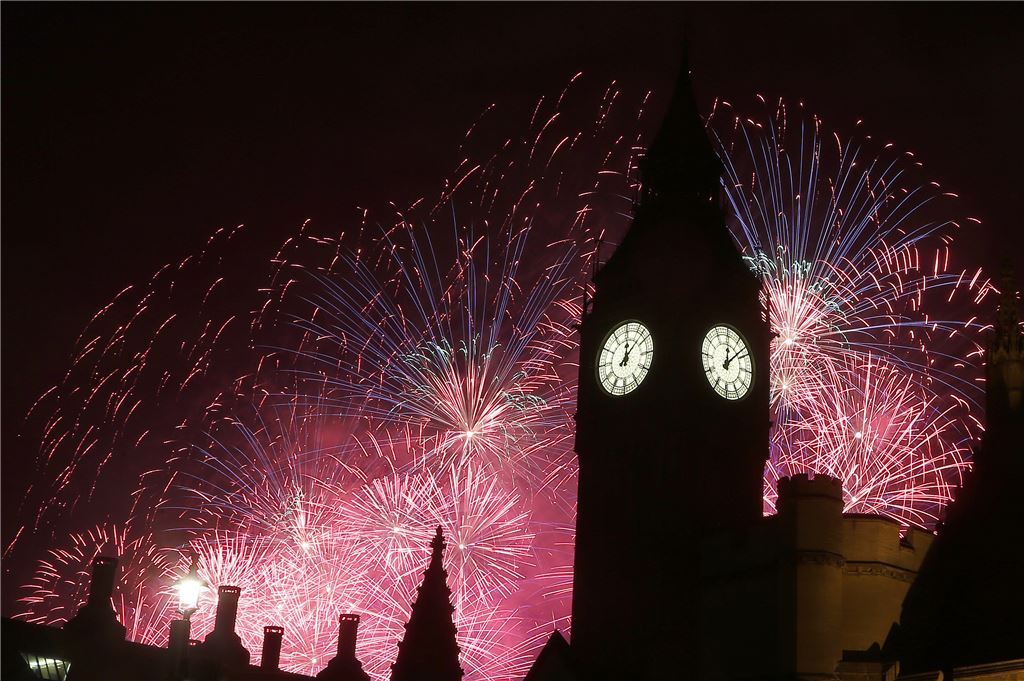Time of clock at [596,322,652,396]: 12:07
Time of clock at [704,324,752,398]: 12:07
